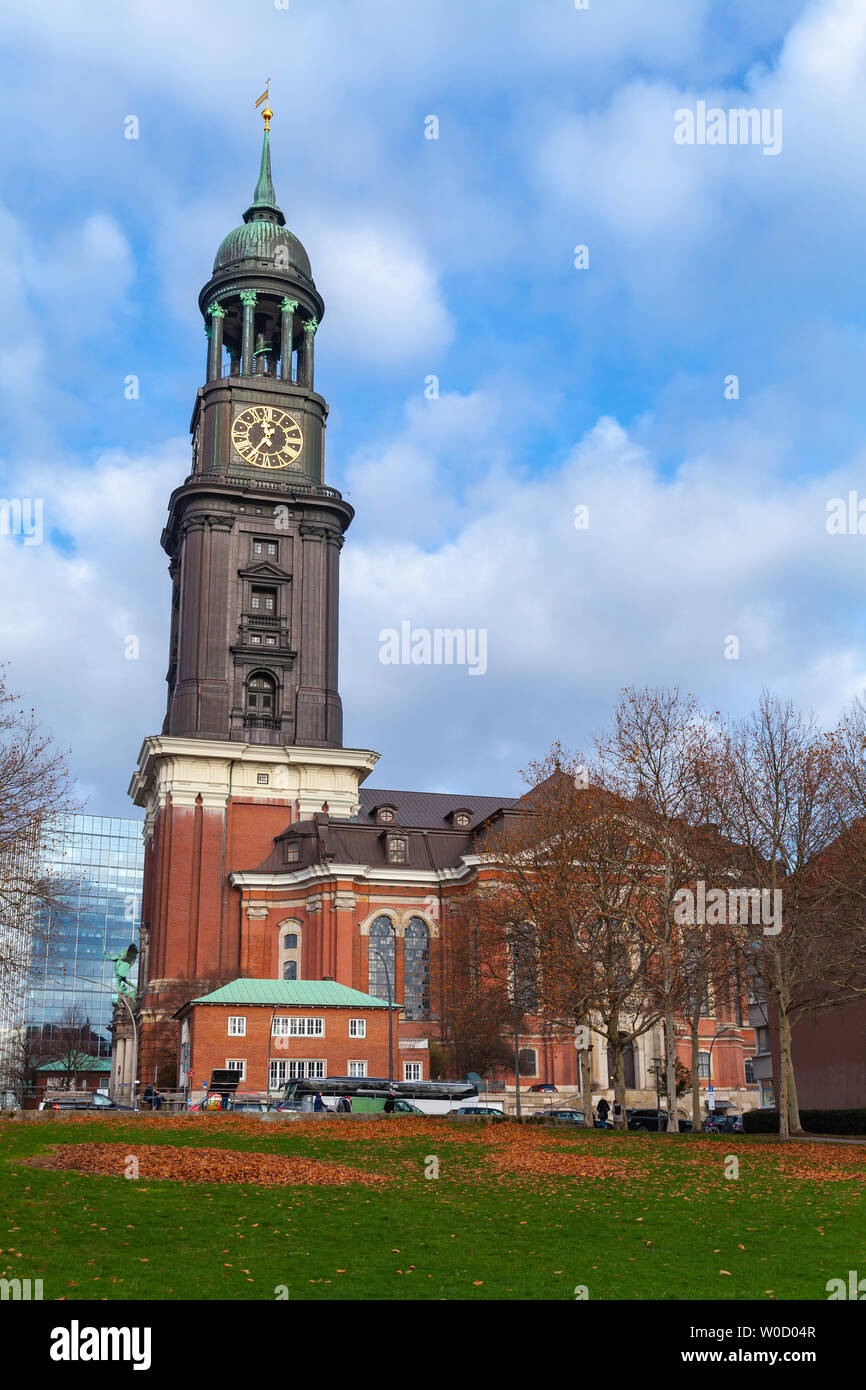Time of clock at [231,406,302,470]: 11:36
